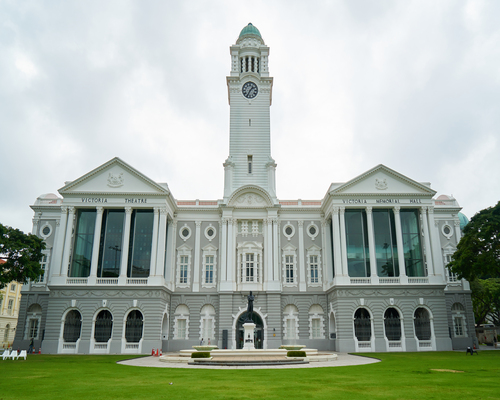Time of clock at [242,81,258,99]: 1:34
